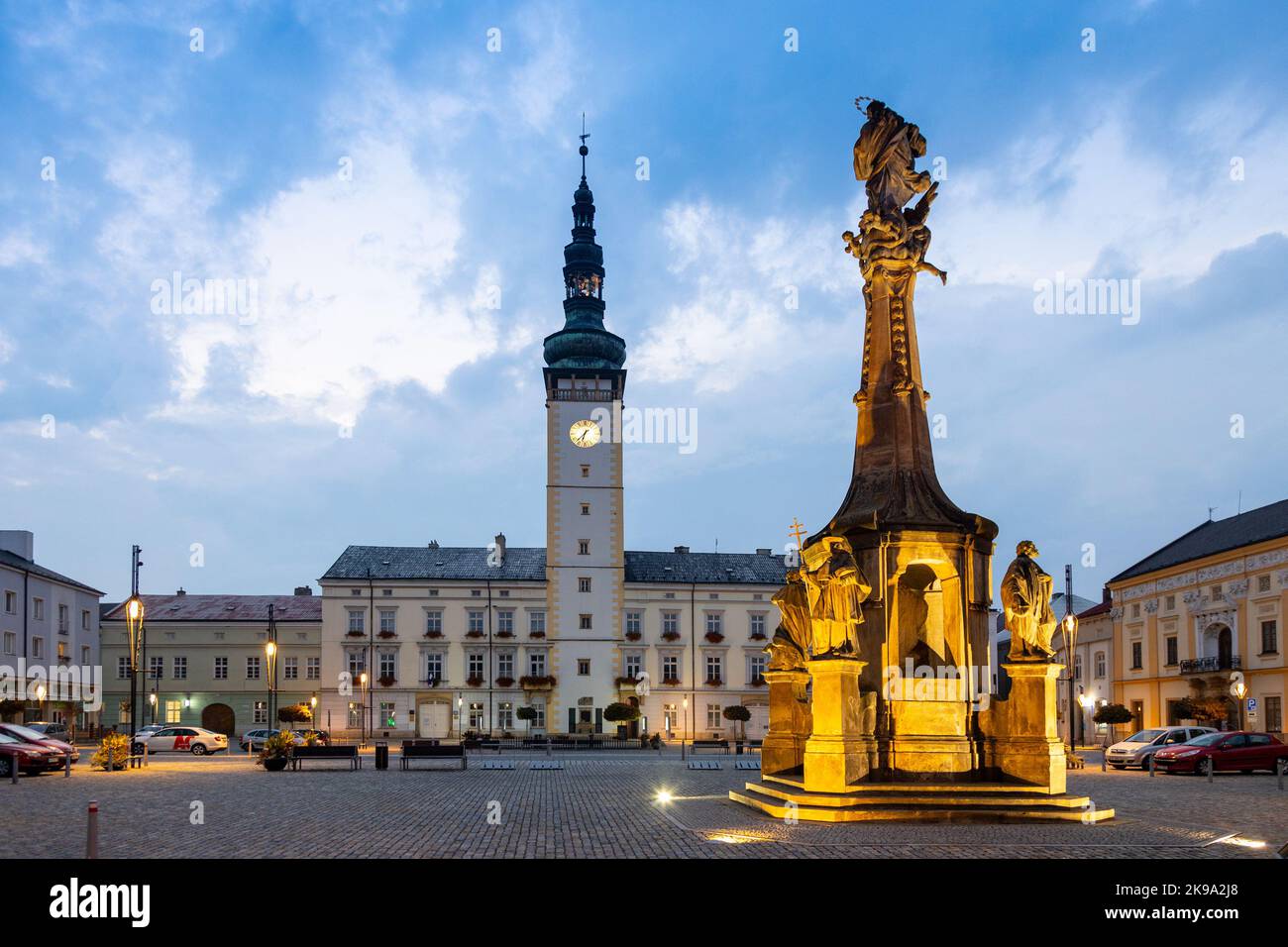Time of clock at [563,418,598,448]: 6:37
